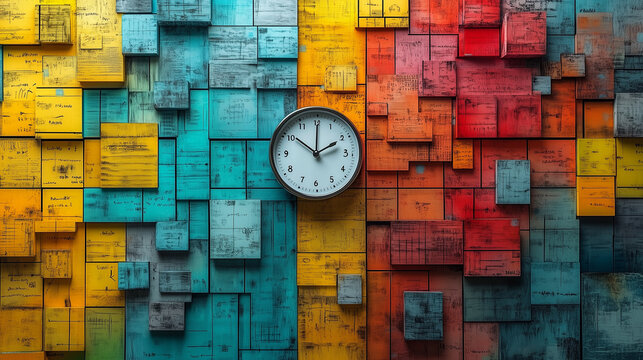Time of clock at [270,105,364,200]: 2:00
